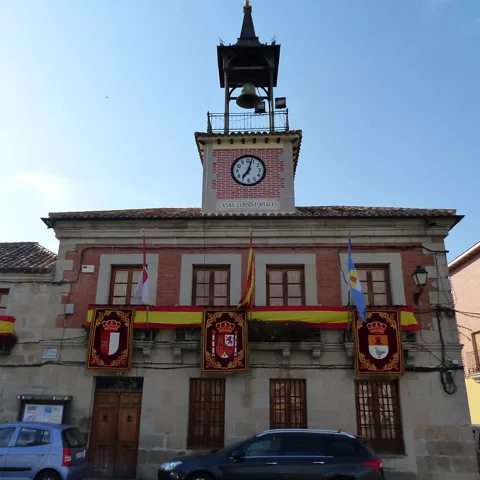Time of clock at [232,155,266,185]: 7:03
